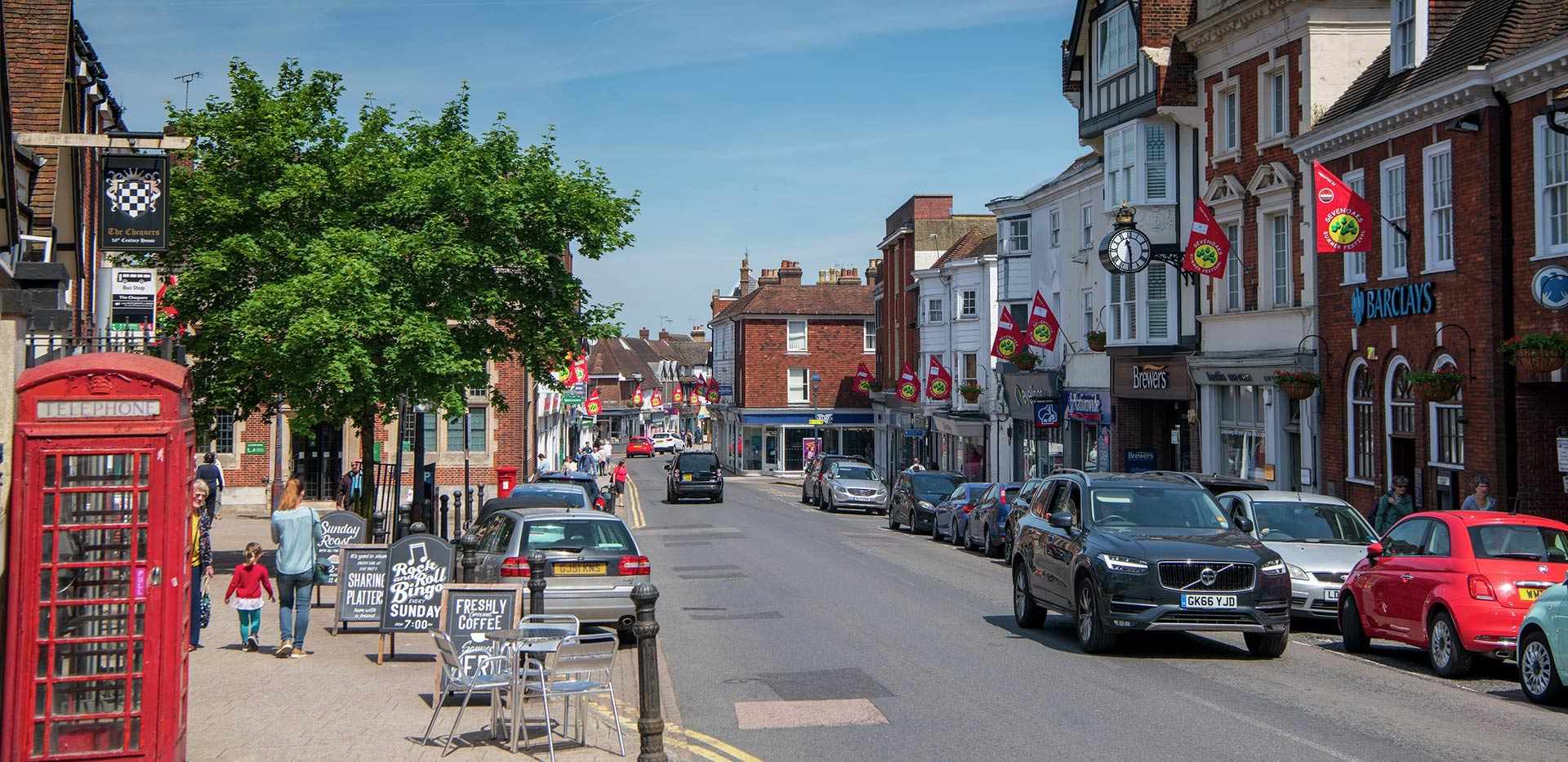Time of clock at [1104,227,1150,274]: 11:29
